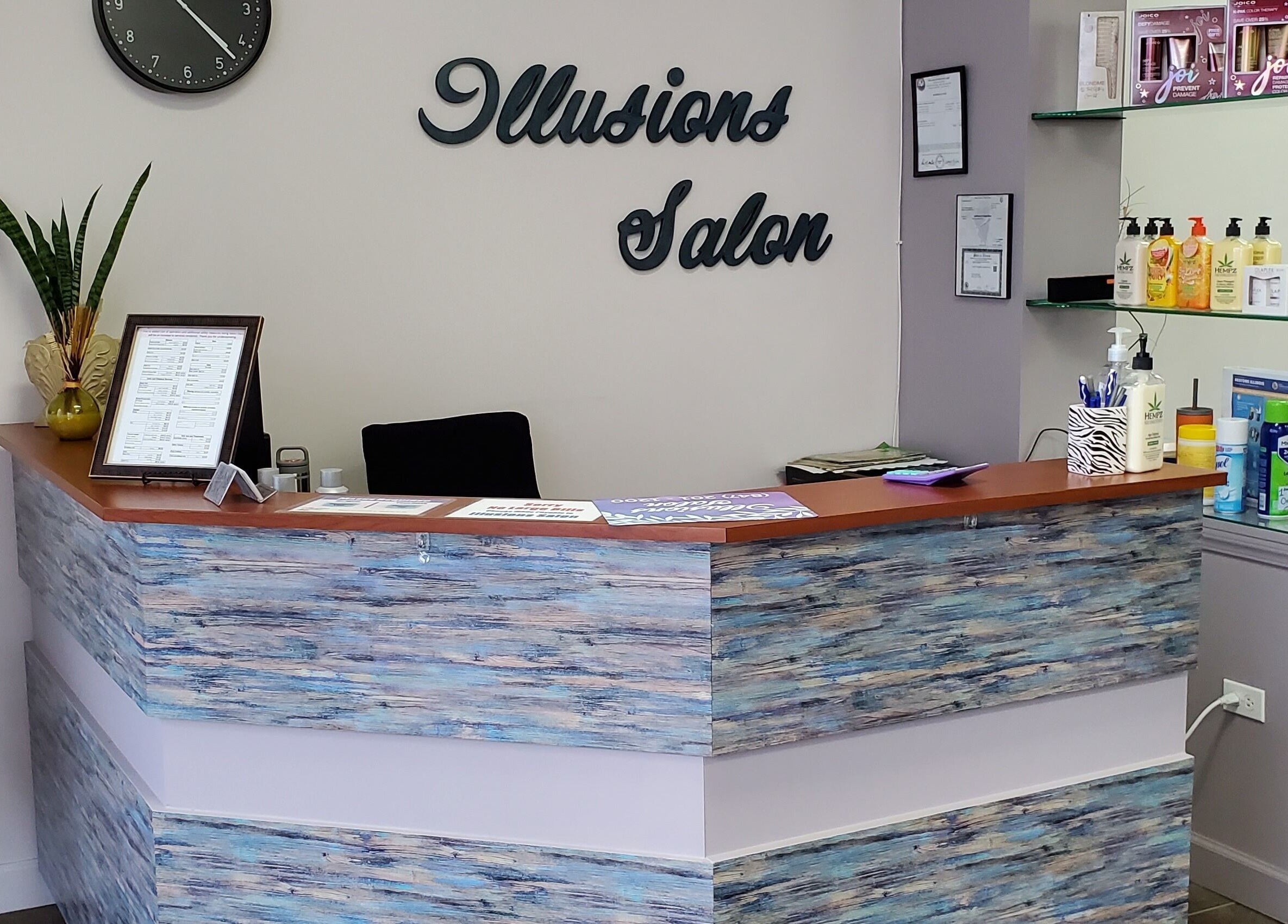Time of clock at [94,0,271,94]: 4:22
